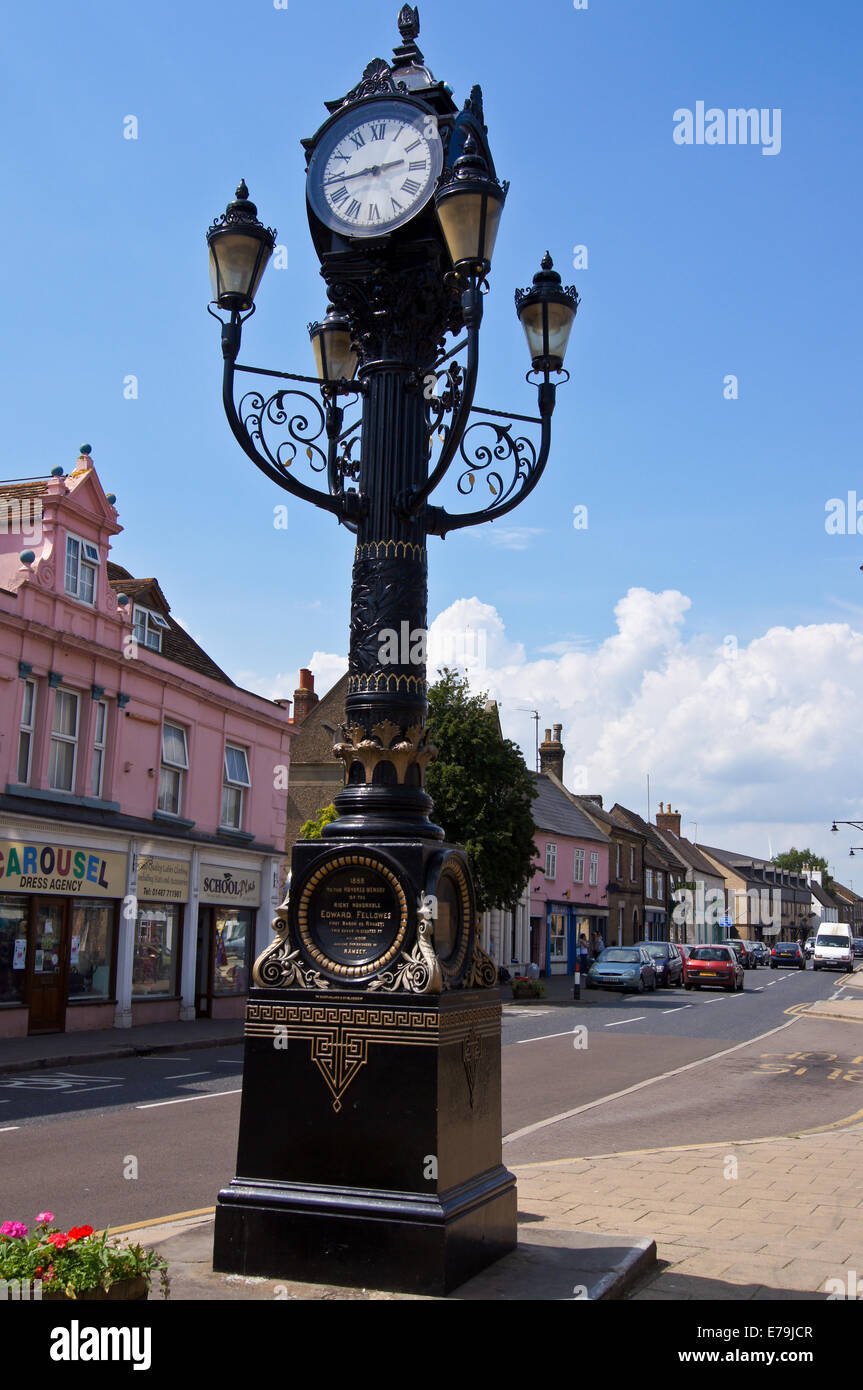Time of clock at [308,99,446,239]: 2:43
